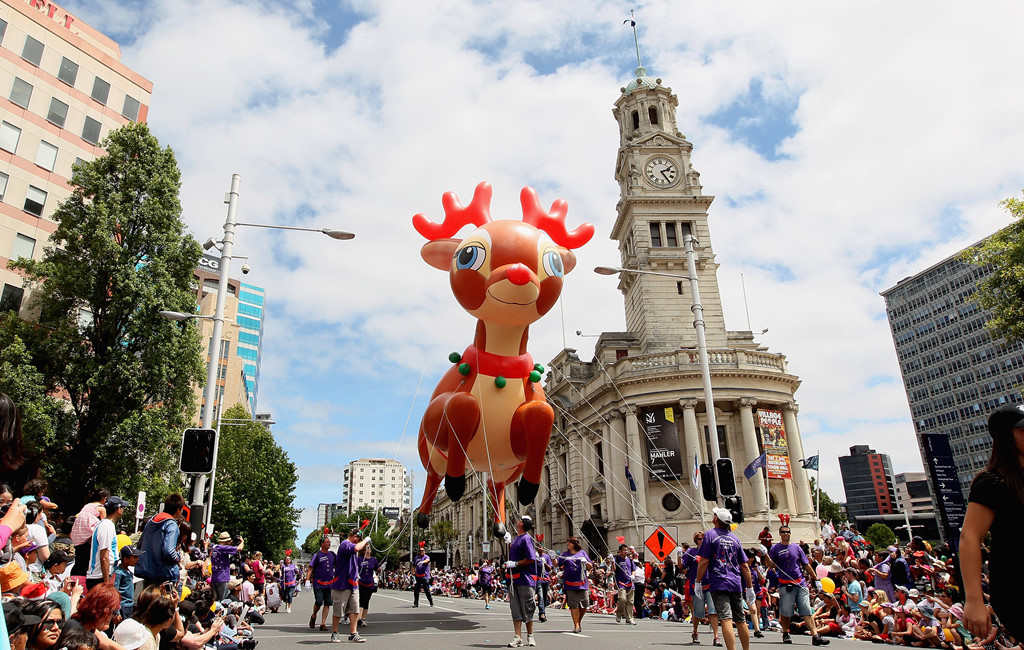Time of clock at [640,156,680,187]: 2:25
